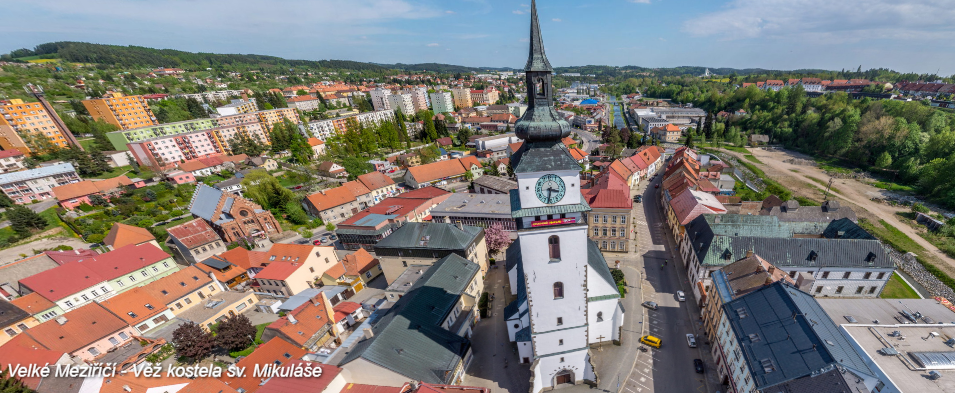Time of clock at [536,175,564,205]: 3:32
